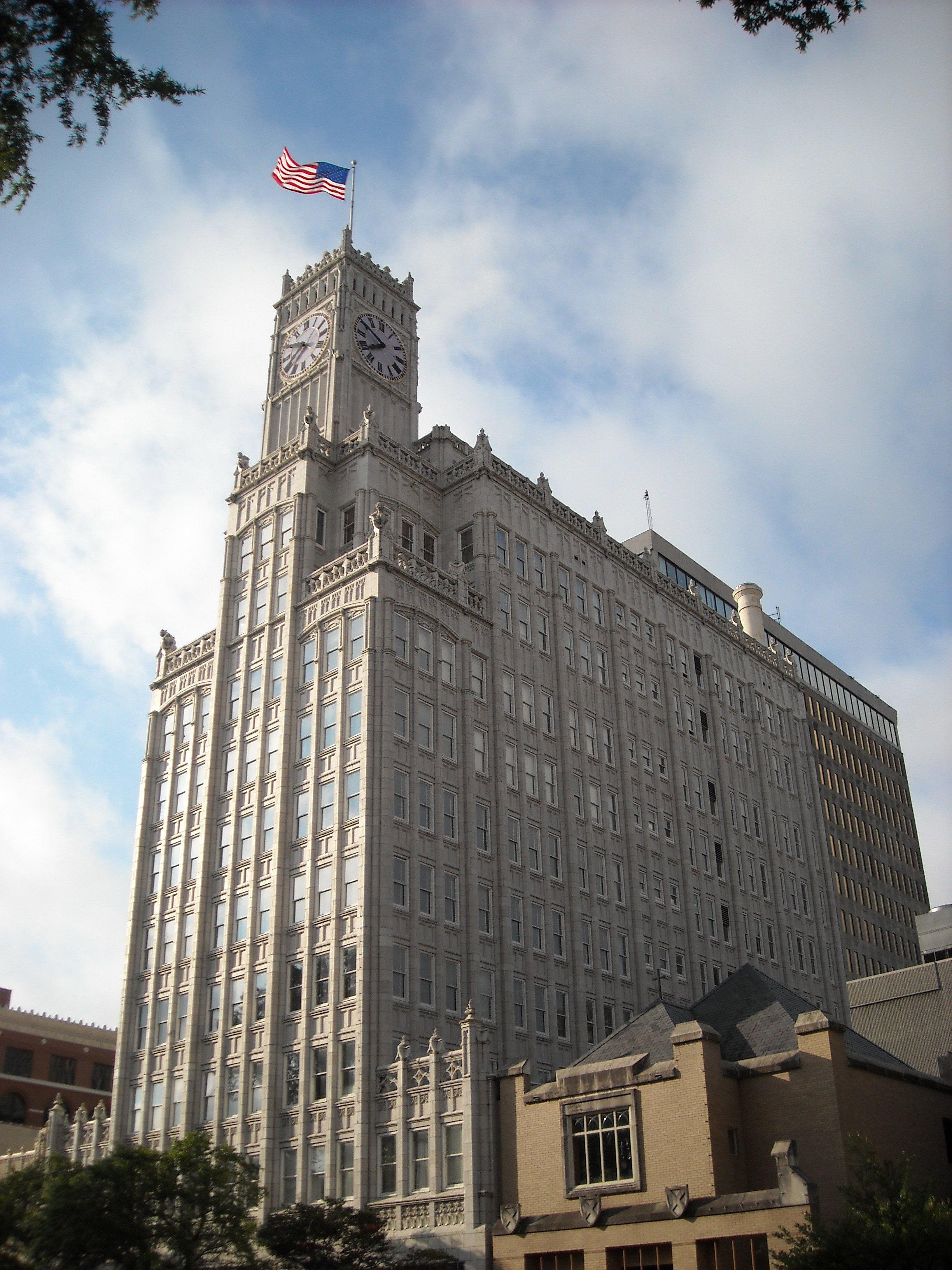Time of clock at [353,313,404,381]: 7:50
